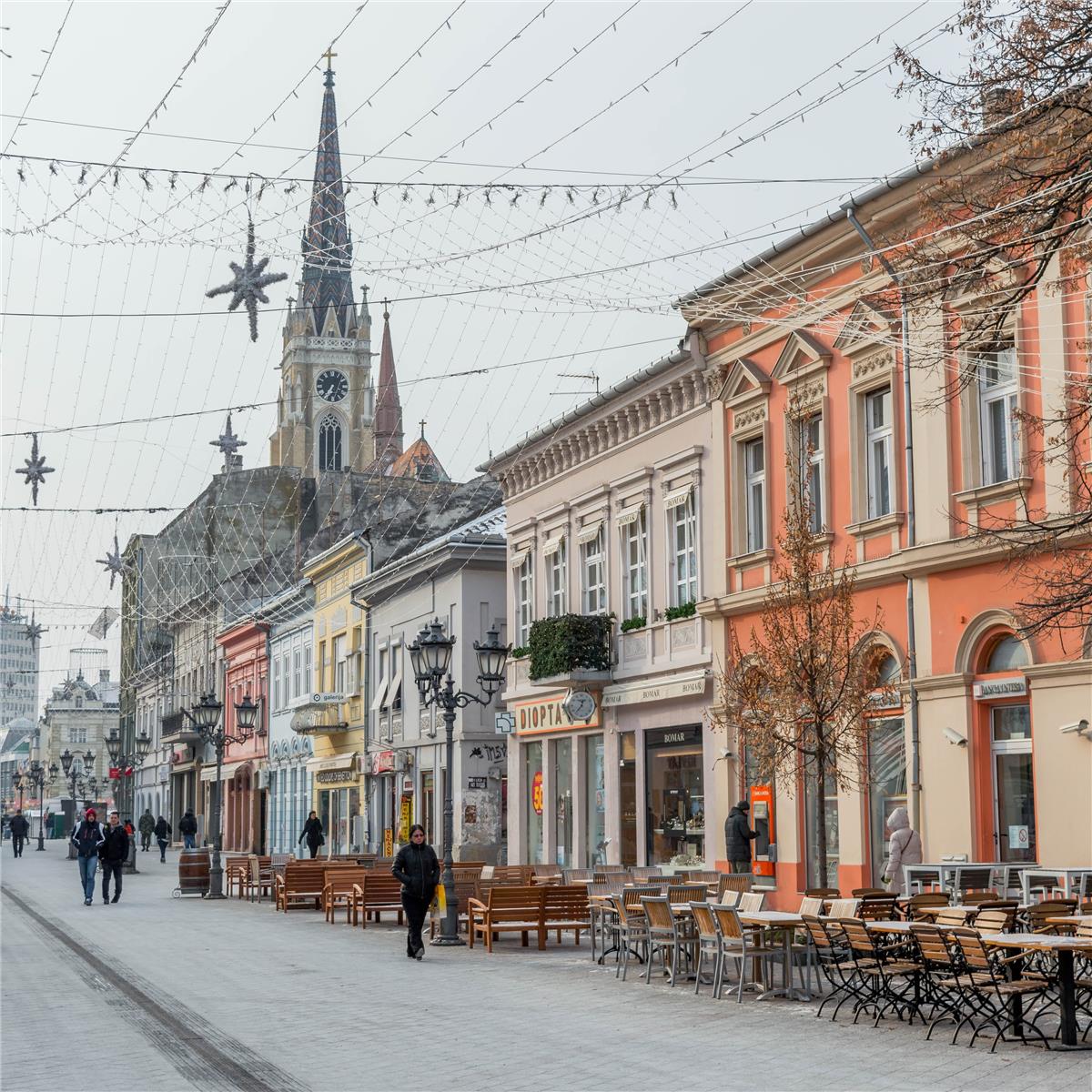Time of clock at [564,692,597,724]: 12:36
